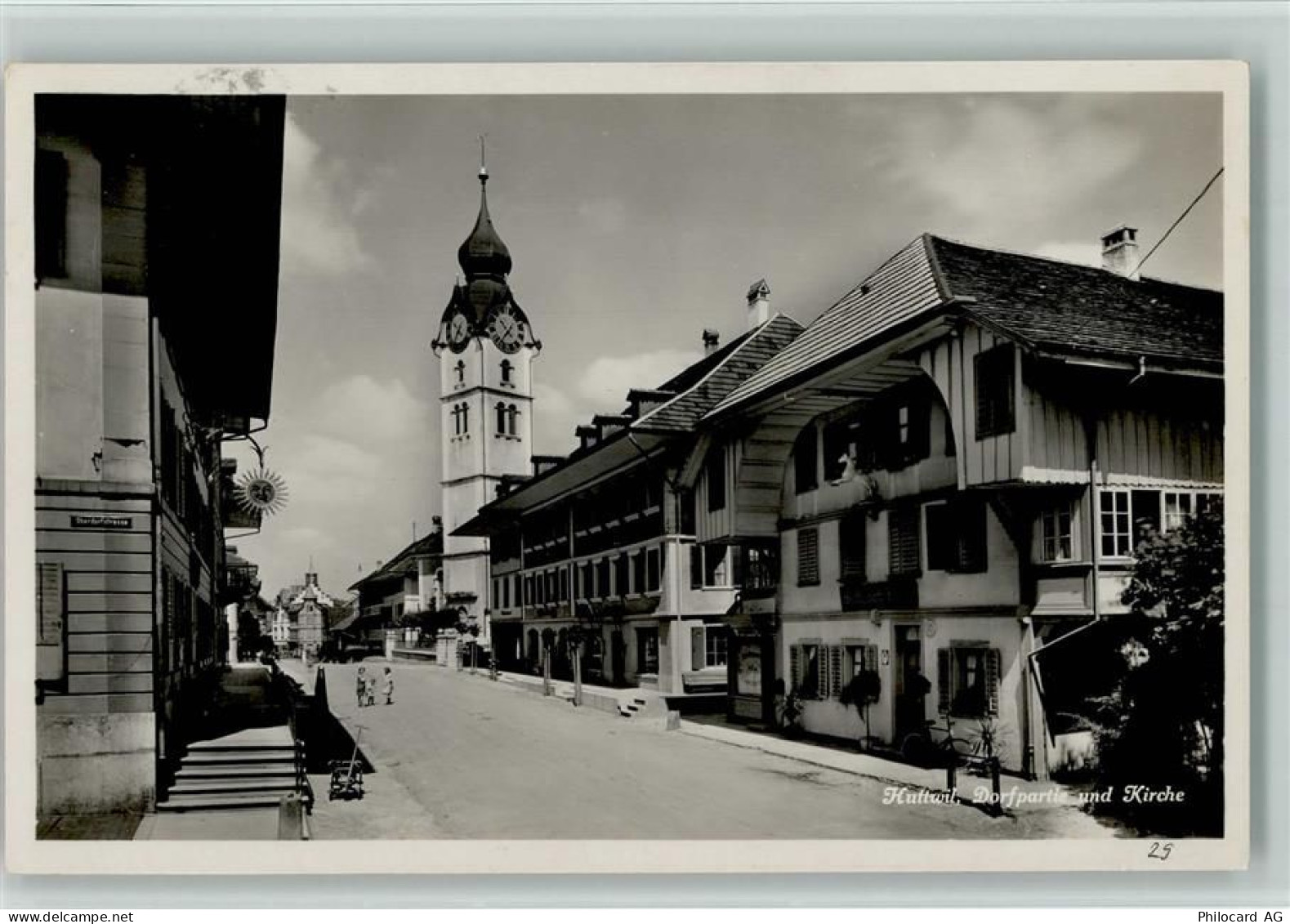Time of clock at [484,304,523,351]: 10:36
